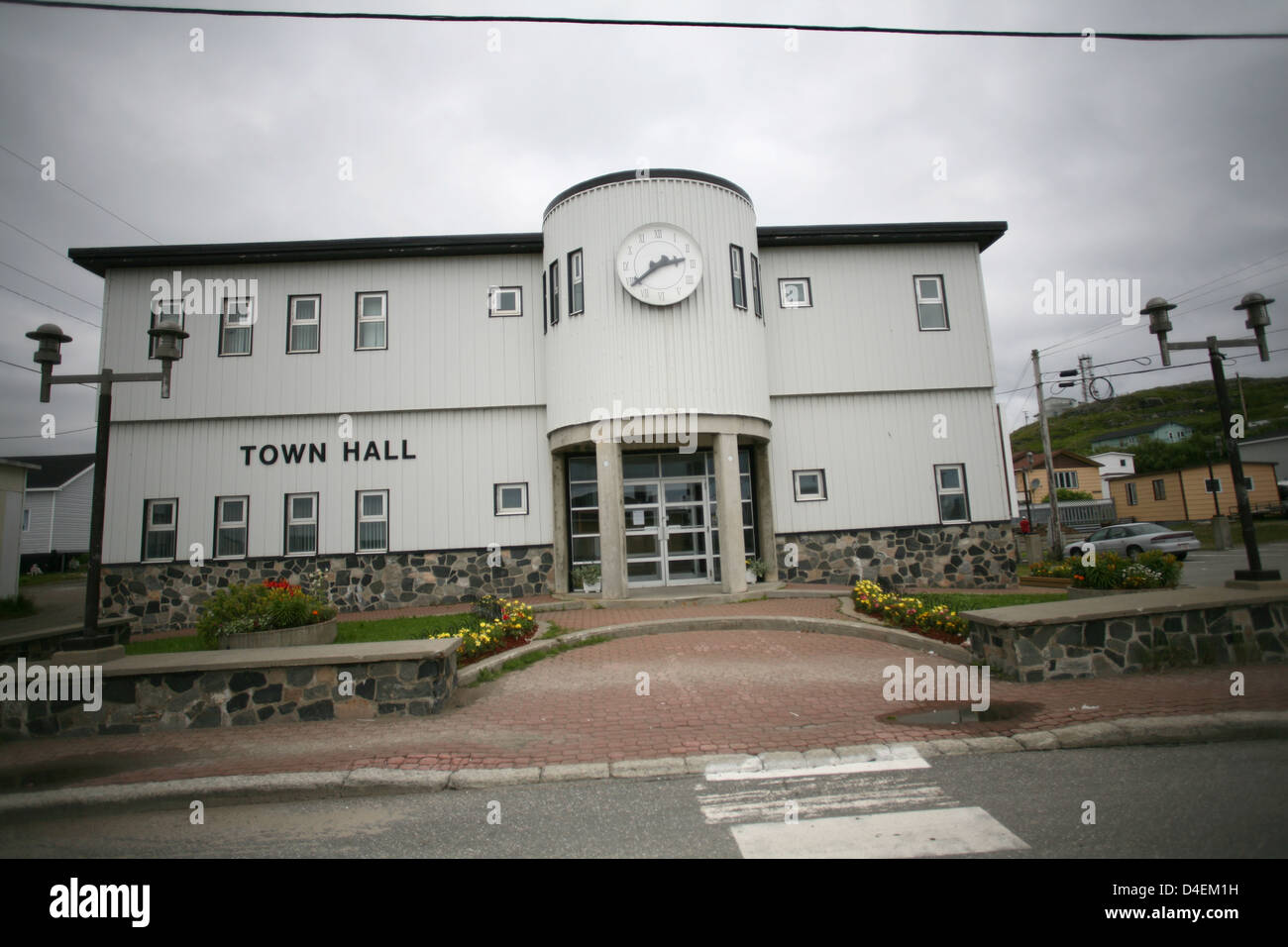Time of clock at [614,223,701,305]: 2:39
